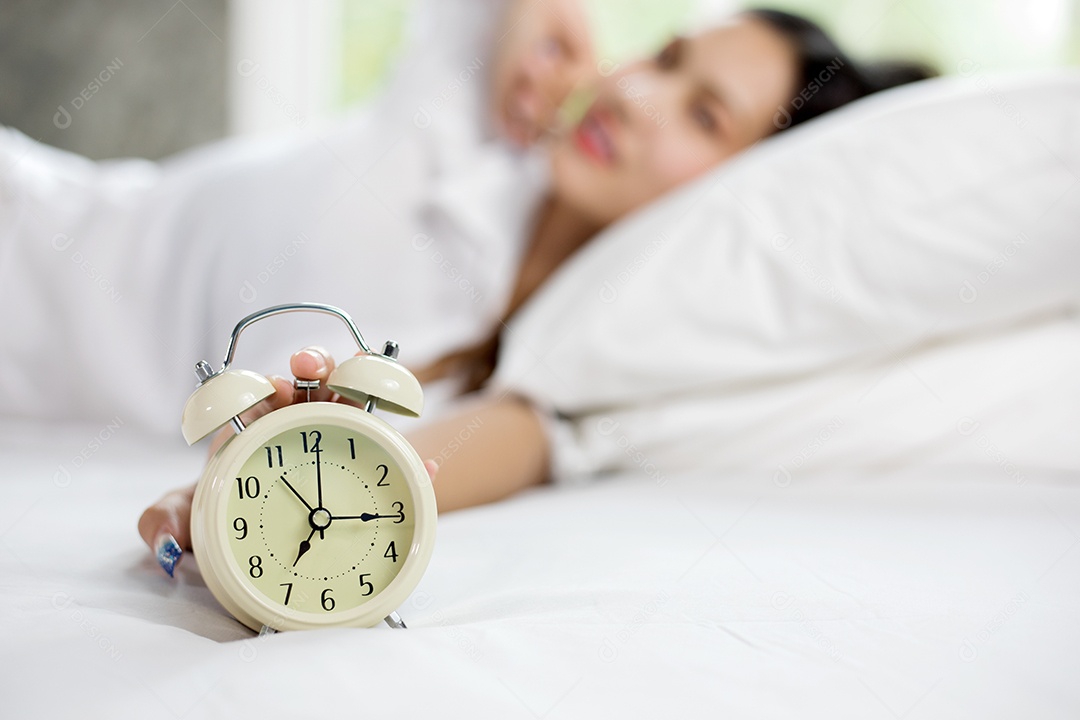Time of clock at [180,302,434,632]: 7:15
